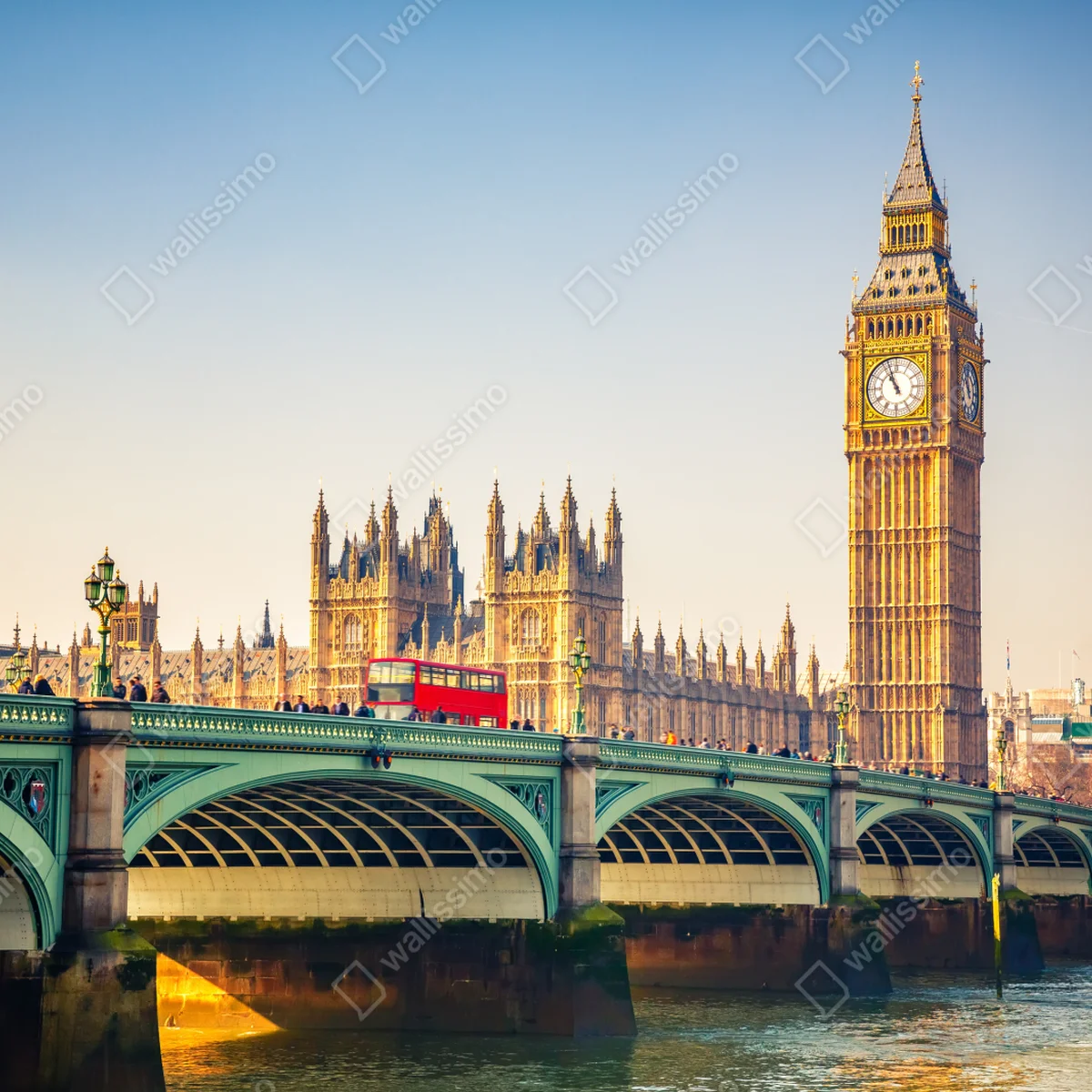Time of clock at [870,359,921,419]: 10:56
